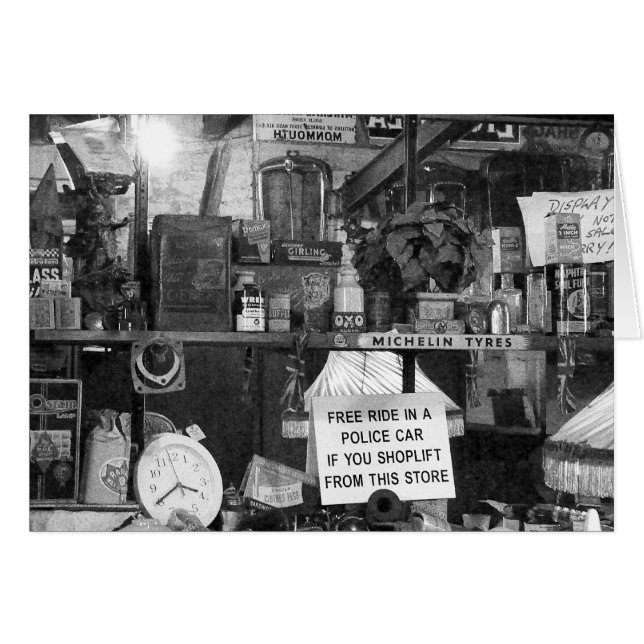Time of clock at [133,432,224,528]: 3:40
